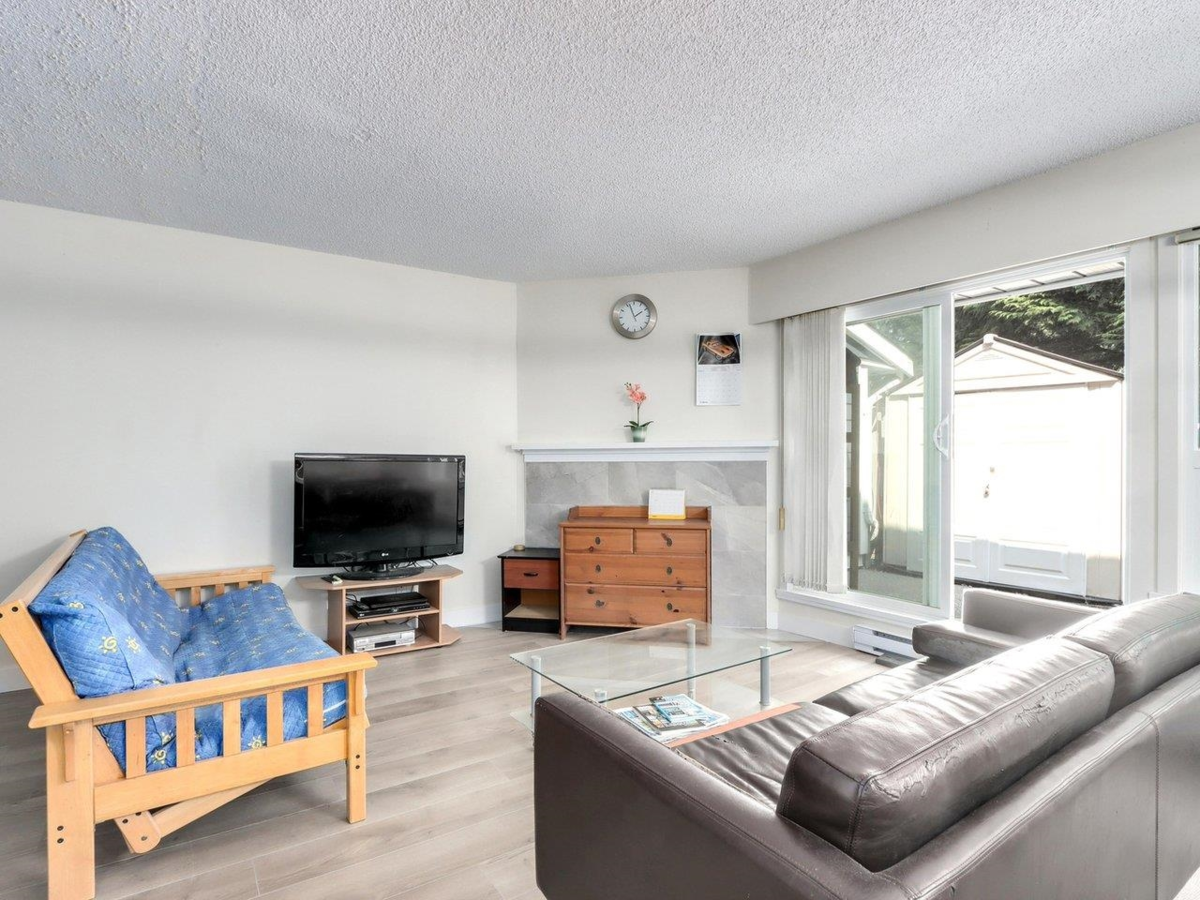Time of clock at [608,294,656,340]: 1:56
